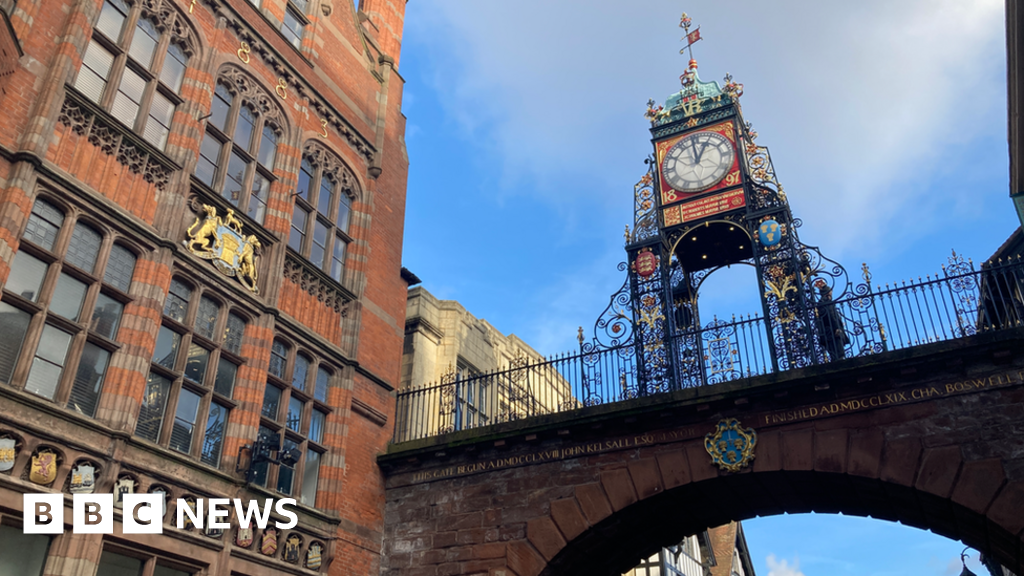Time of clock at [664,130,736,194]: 12:59
